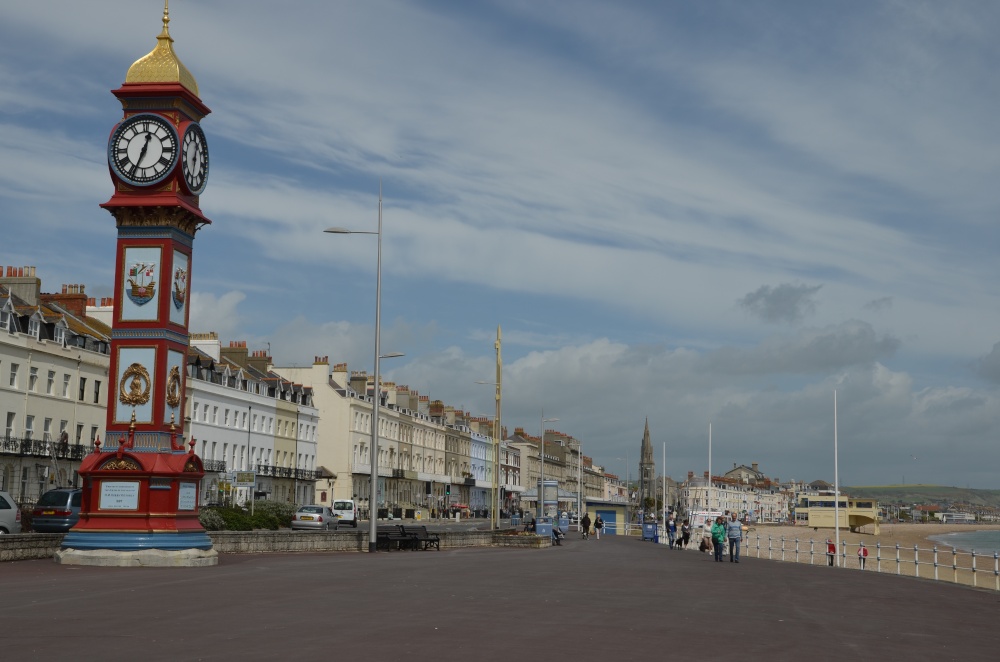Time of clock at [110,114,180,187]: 12:33
